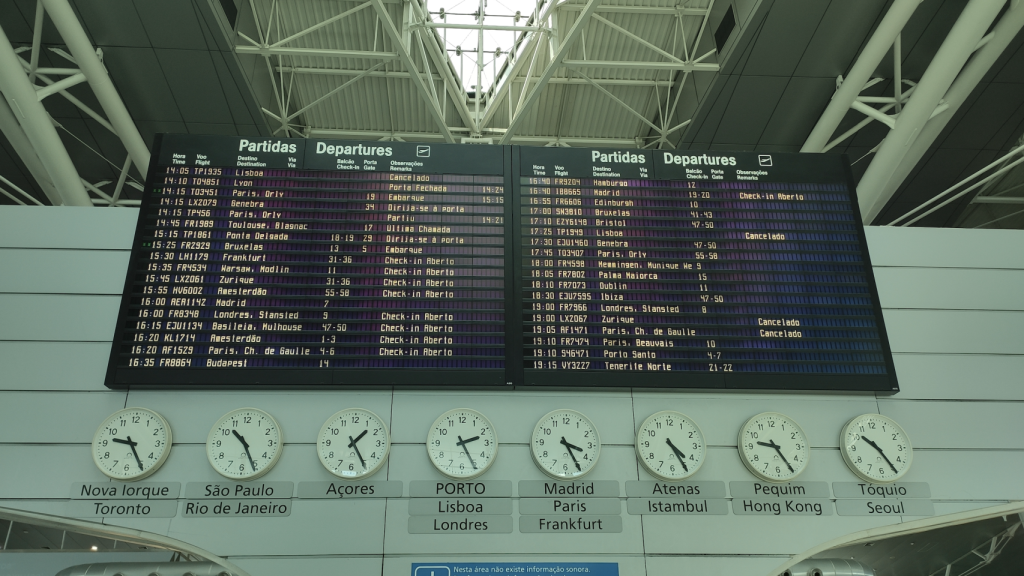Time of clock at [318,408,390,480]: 1:24
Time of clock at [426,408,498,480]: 2:25
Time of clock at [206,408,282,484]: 10:25
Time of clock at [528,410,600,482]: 3:24
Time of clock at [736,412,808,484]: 9:24
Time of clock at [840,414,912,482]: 10:24
